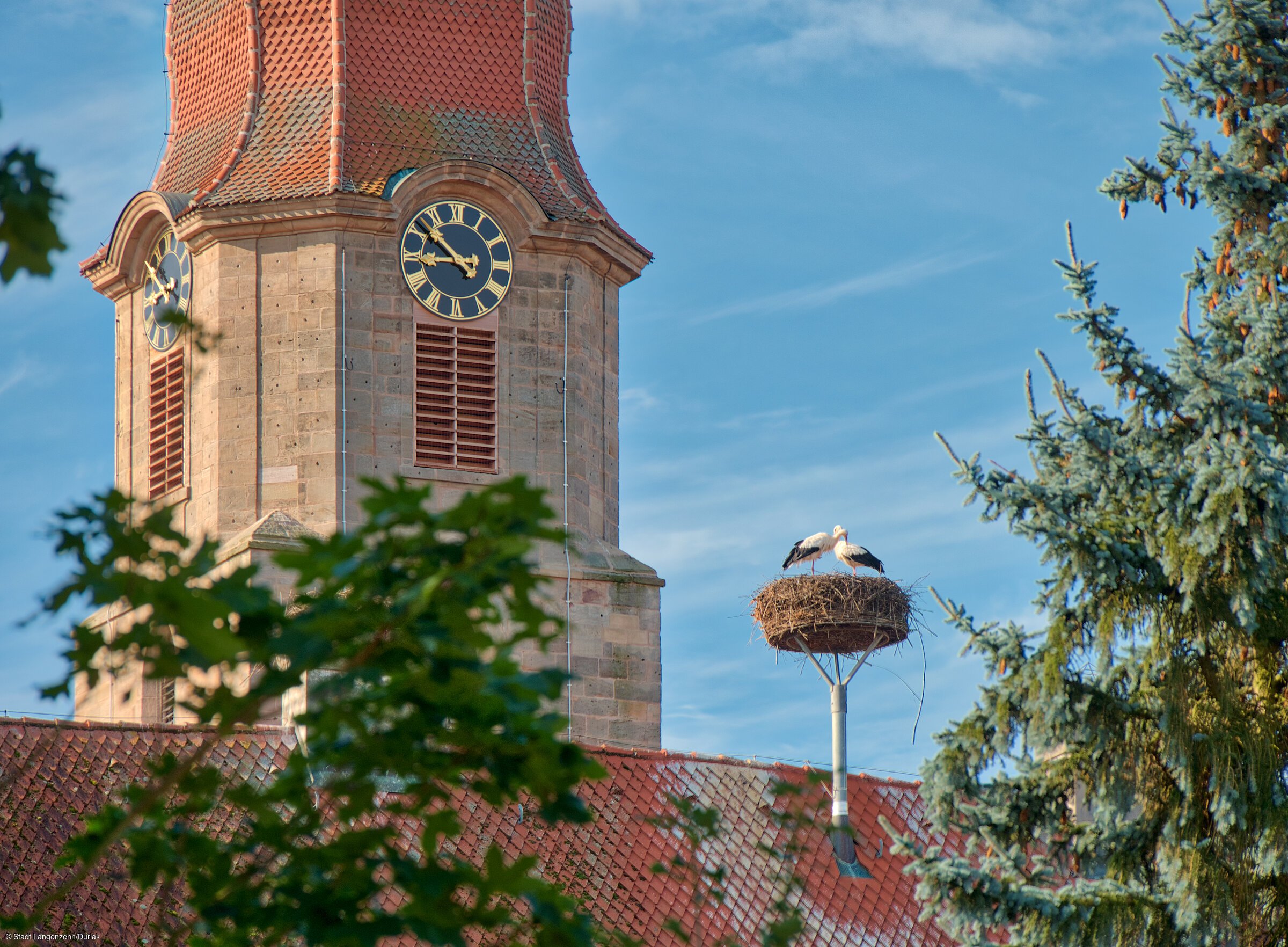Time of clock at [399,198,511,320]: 8:51
